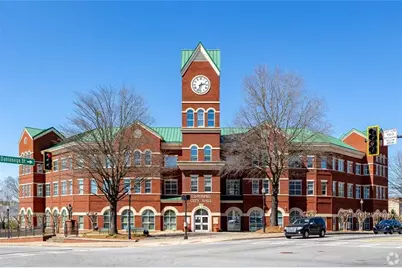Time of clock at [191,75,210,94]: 2:32
